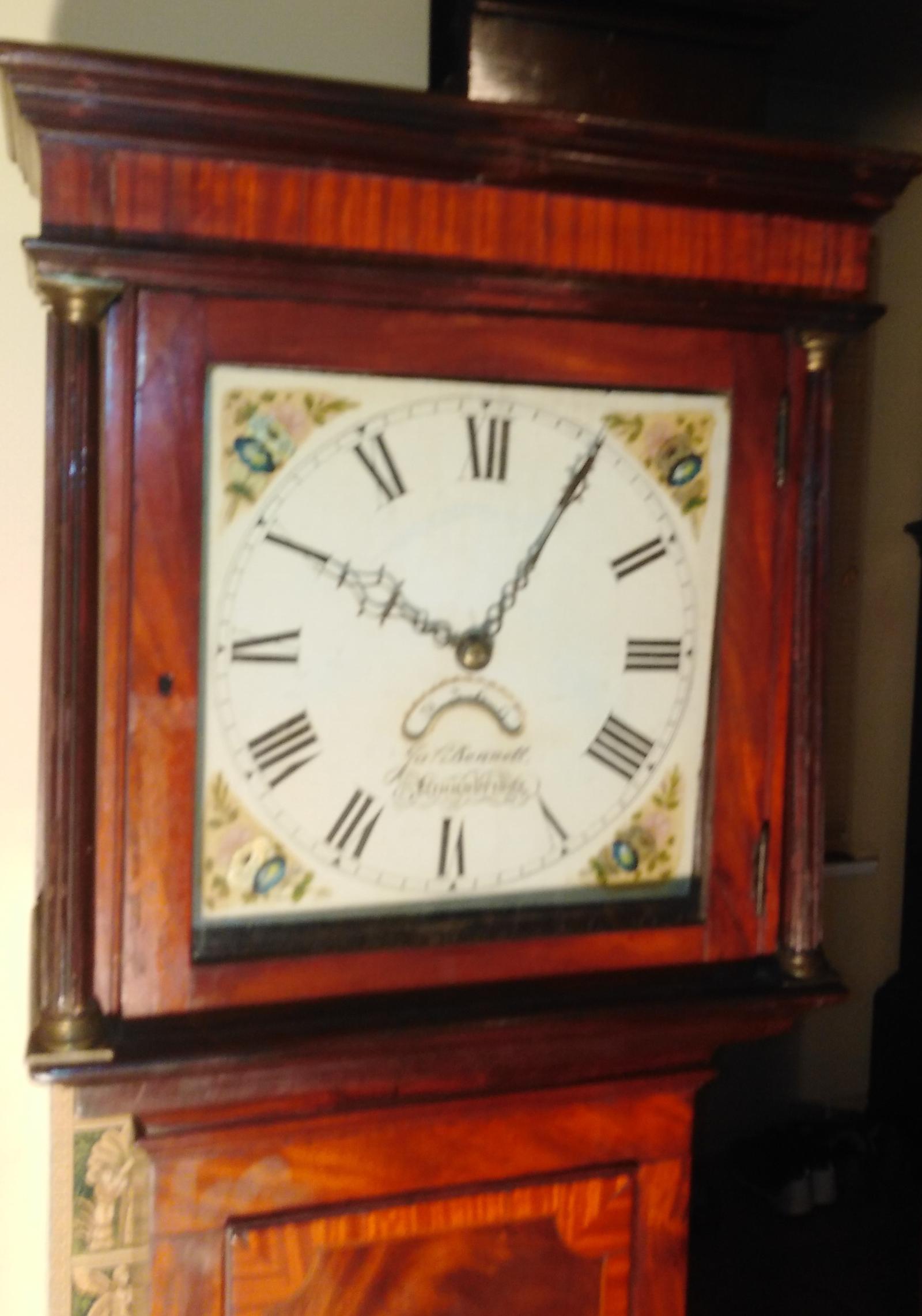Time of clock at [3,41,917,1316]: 10:05
